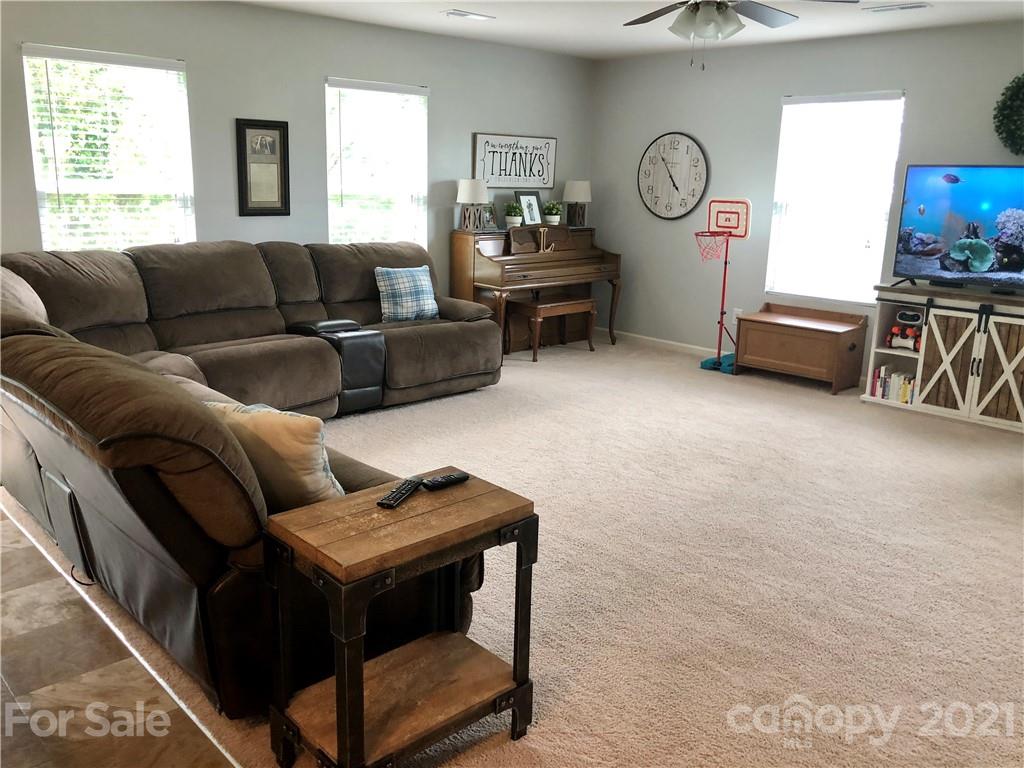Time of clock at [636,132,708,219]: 4:54
